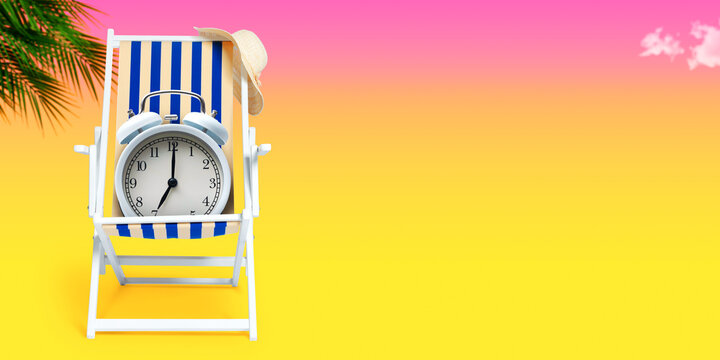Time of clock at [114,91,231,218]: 7:00
